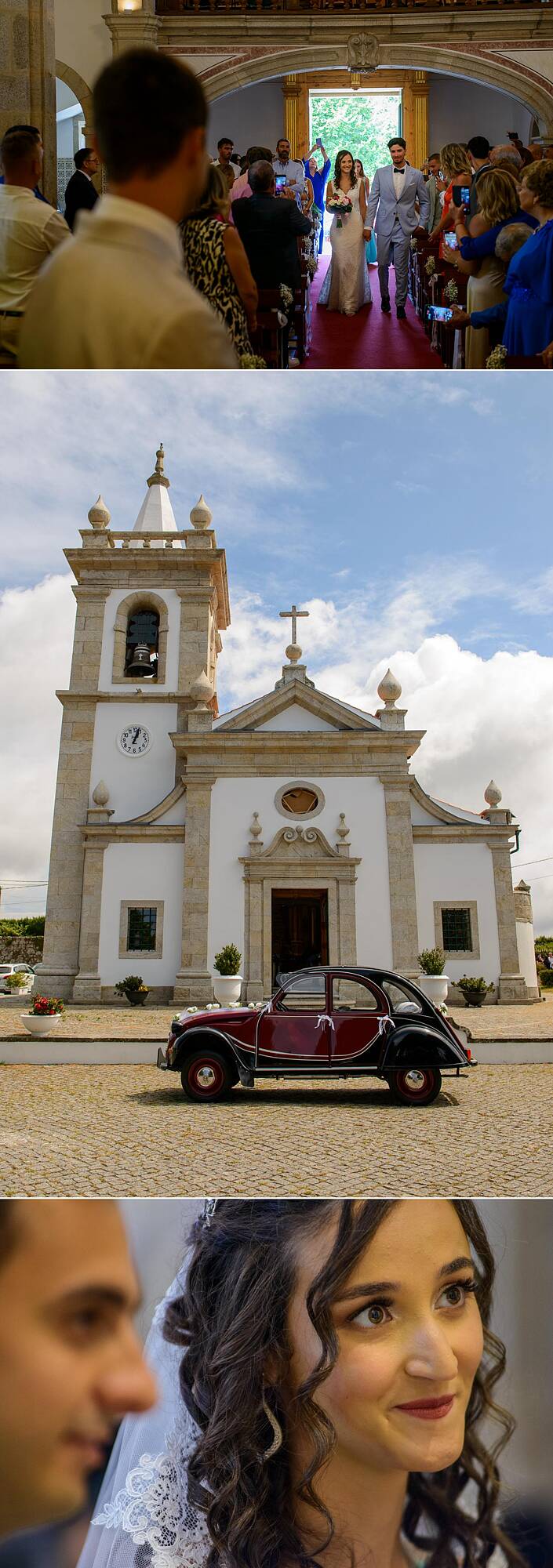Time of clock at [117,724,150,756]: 1:02
